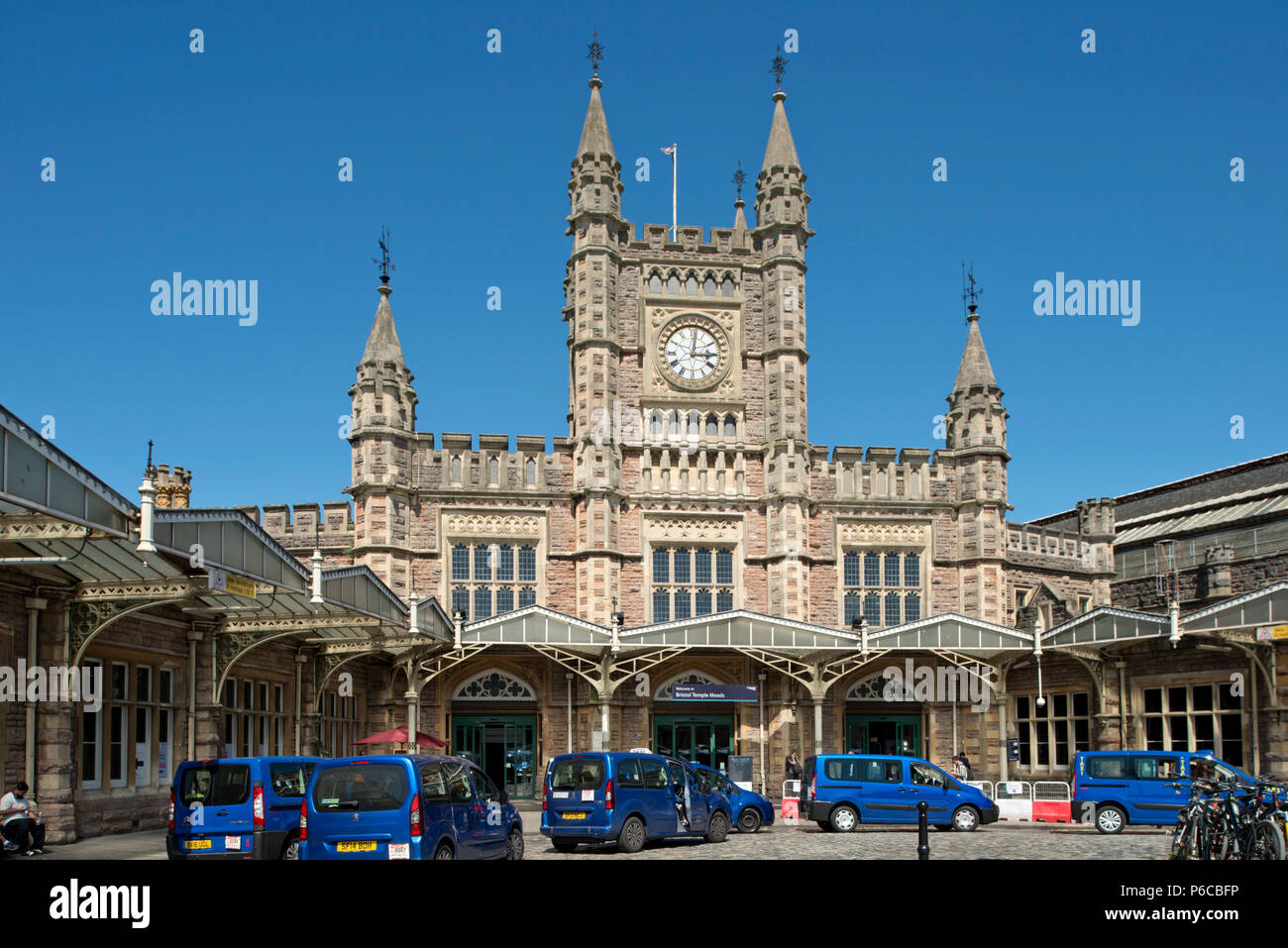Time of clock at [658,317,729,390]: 3:01
